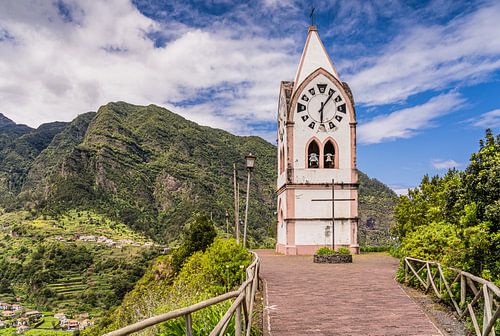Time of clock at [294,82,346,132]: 6:06
